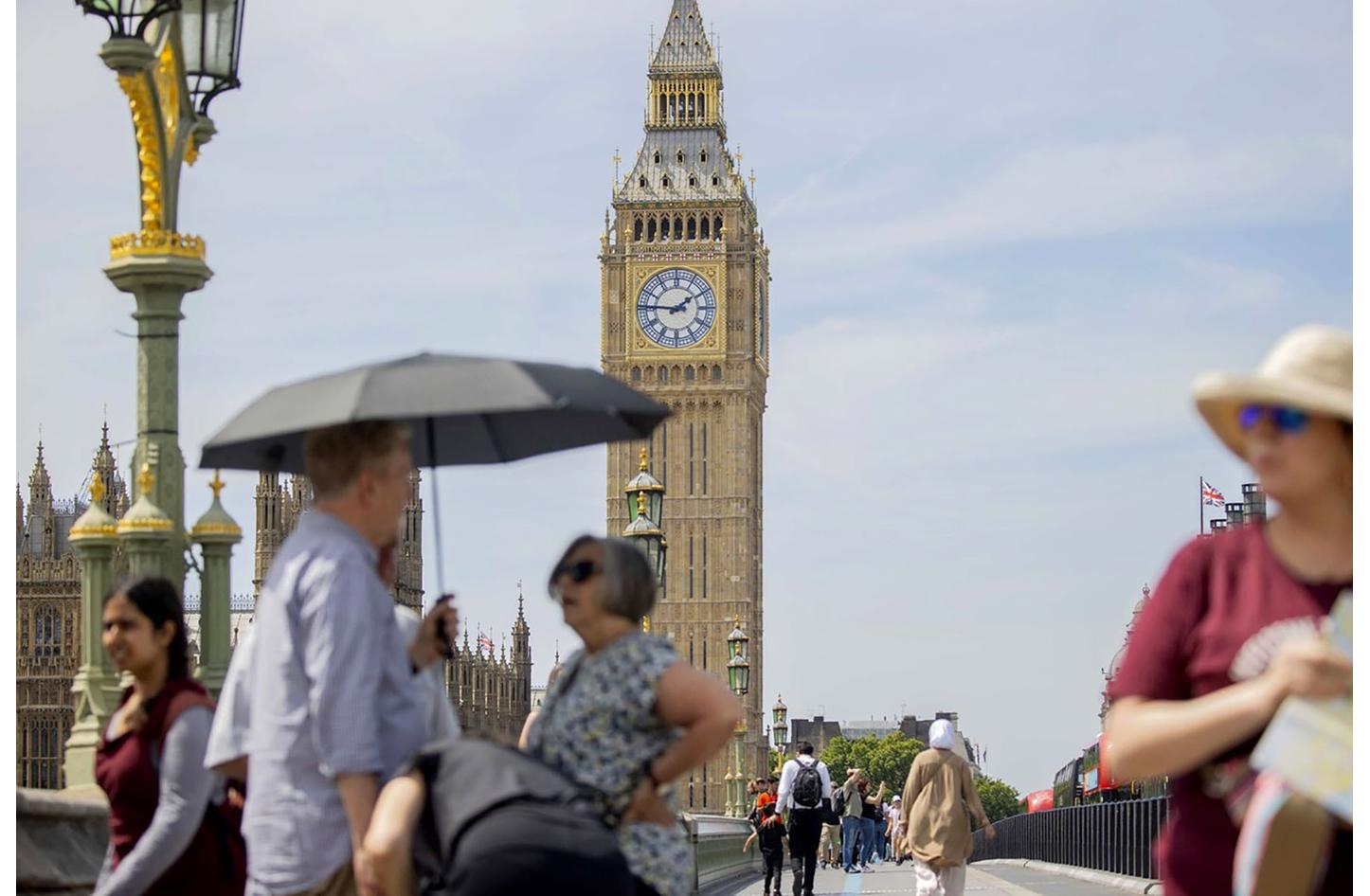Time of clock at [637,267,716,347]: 1:46
